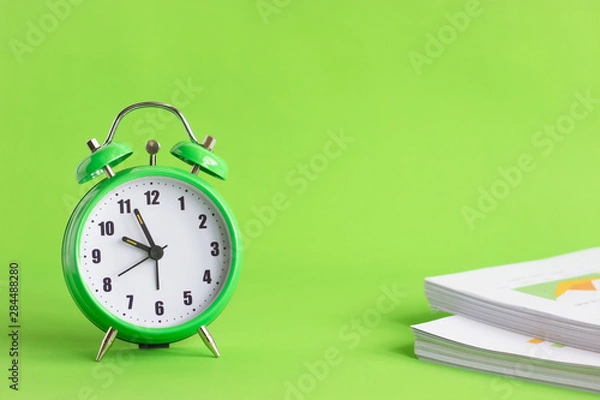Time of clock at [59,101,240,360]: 9:56
